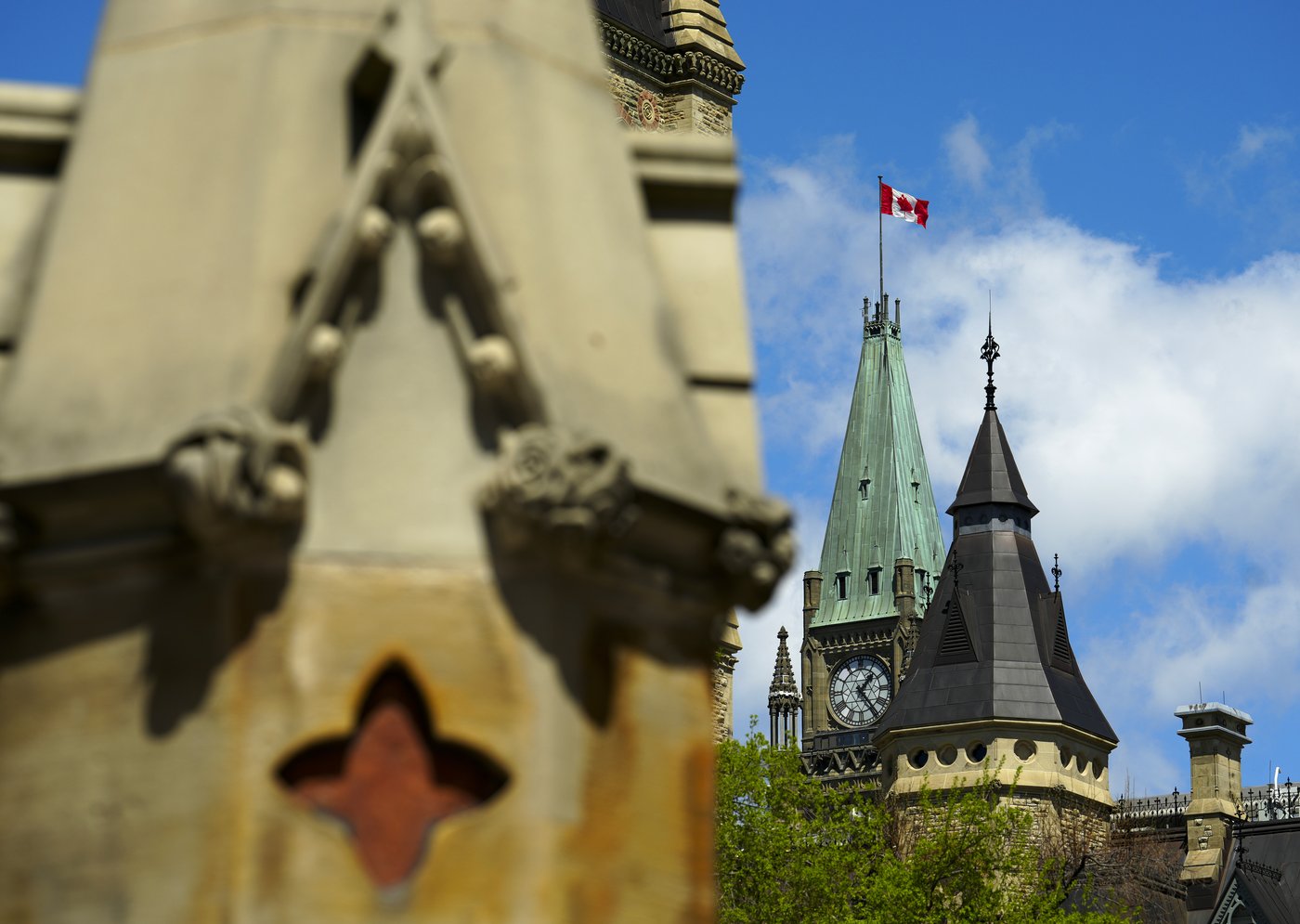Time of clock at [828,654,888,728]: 1:23
